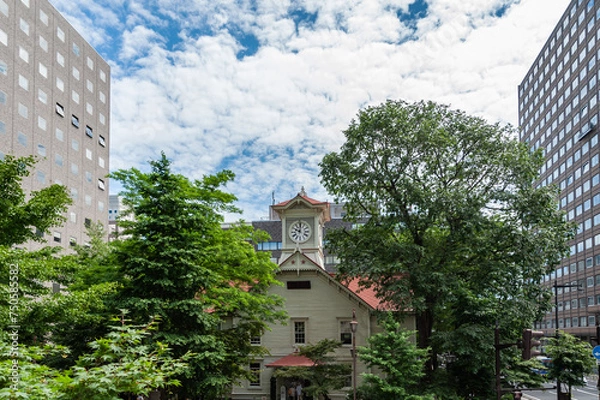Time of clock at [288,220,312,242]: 10:00
